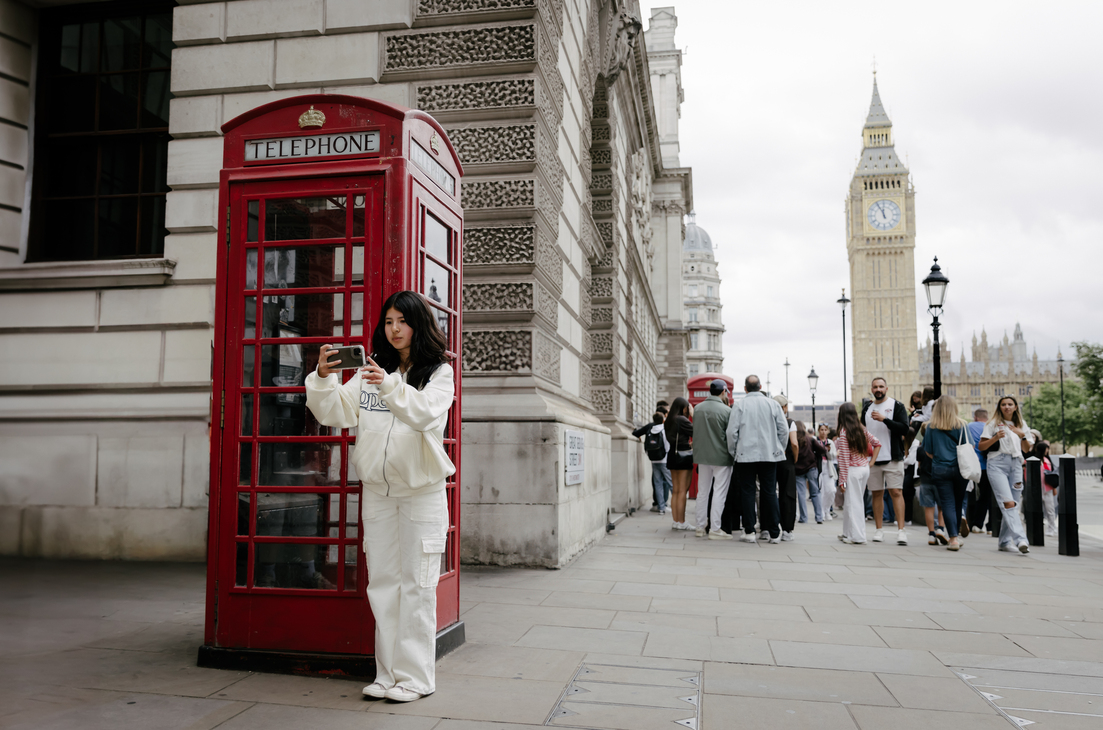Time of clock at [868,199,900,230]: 11:55
